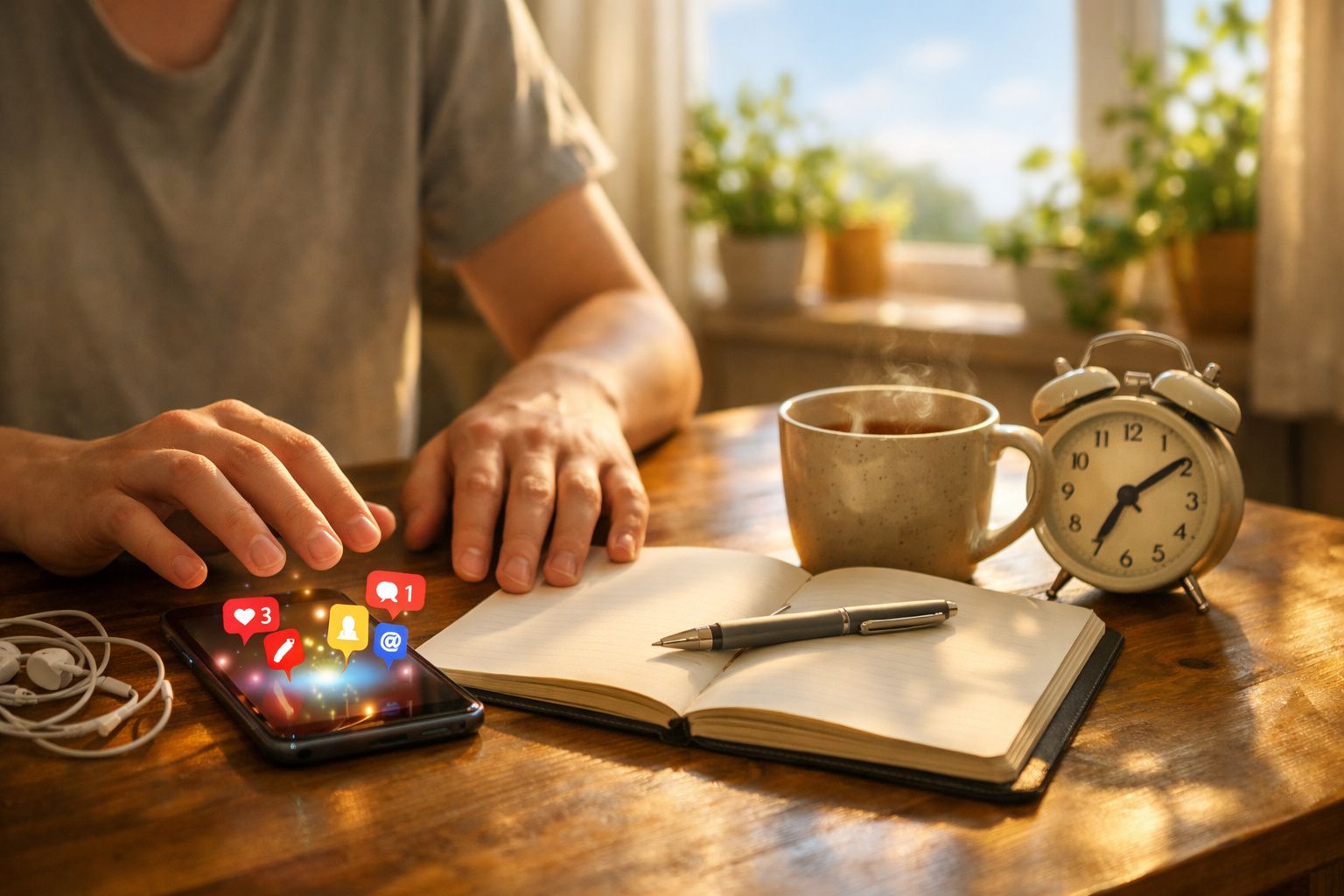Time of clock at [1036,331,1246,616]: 7:09
